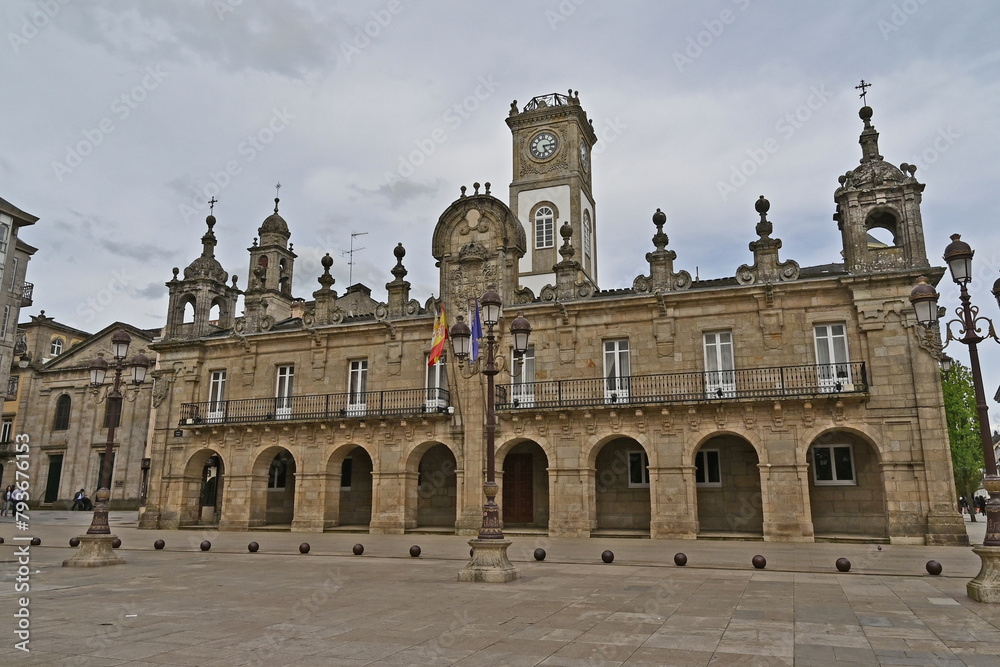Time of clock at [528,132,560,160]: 5:14
